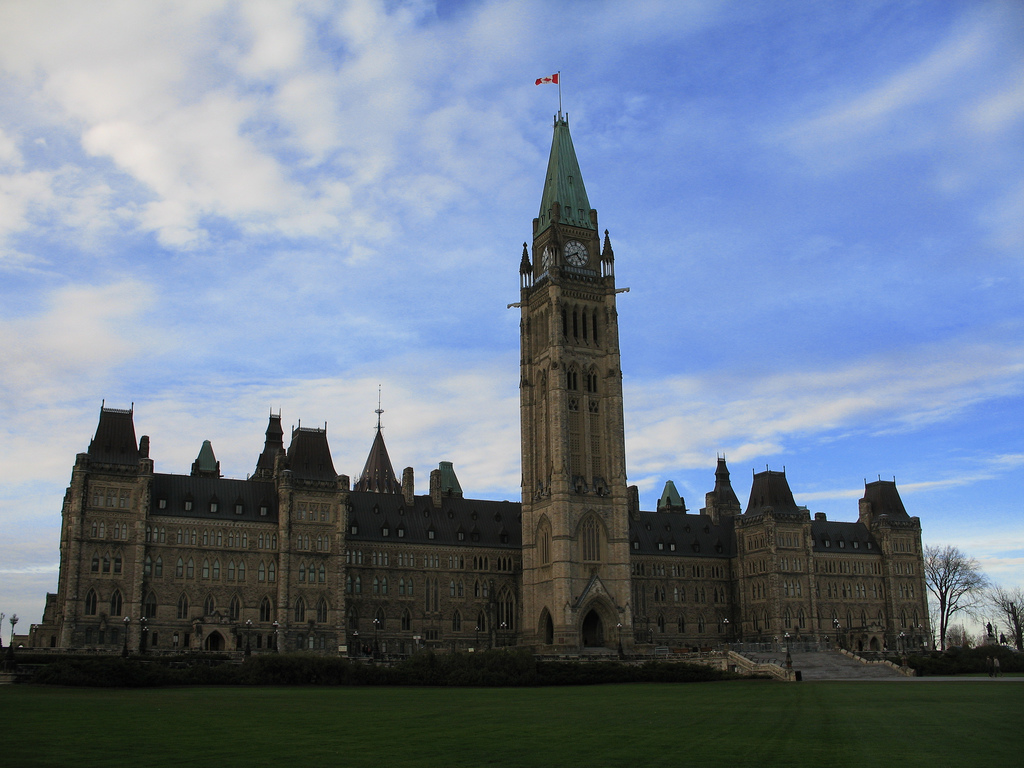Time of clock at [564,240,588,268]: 4:40
